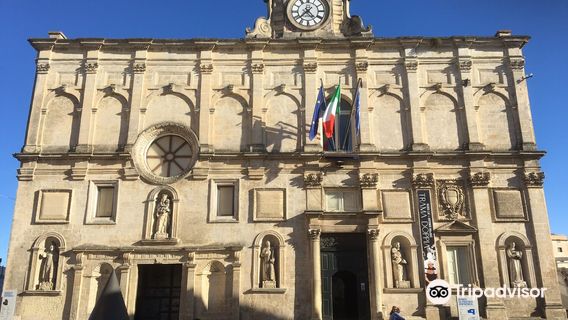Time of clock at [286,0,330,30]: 4:37
